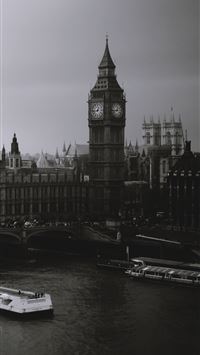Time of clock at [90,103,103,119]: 12:43
